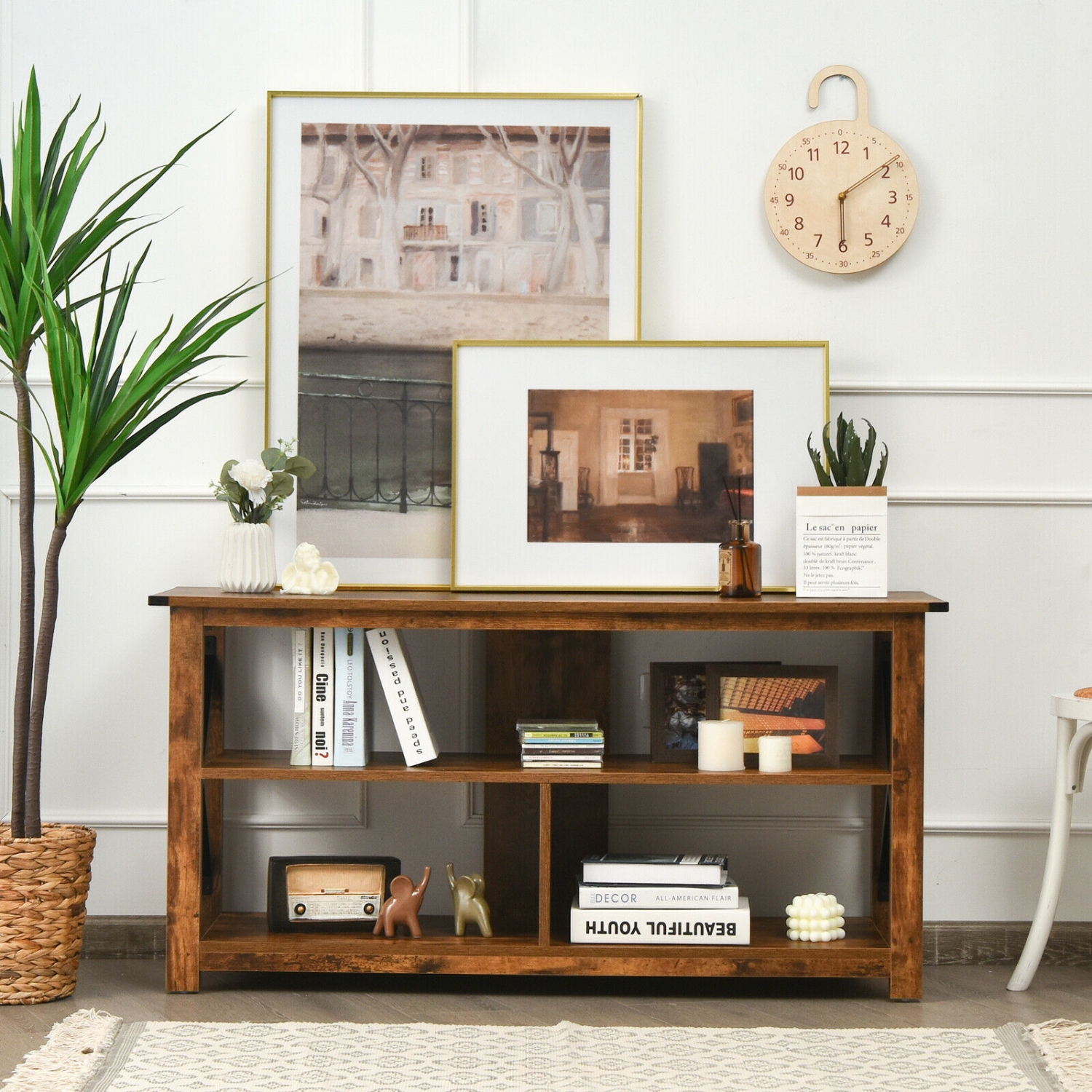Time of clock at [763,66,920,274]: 6:09
